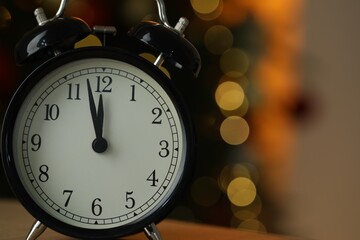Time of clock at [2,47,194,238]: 11:57
